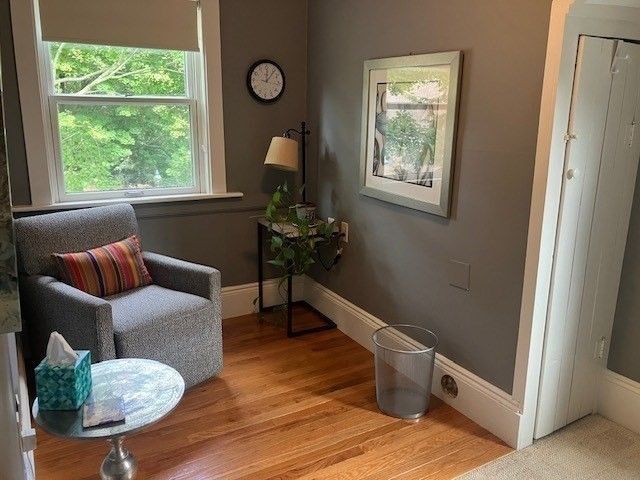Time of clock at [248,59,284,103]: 12:06
